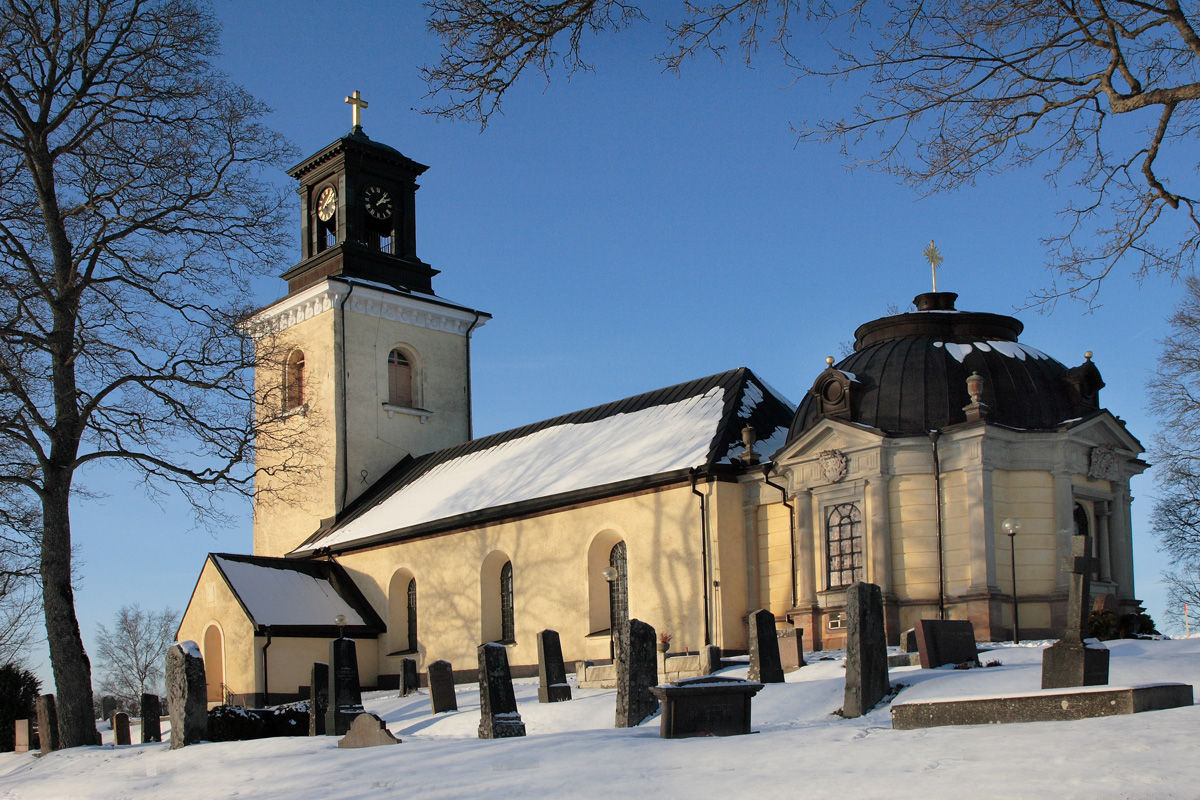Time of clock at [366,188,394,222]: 2:06
